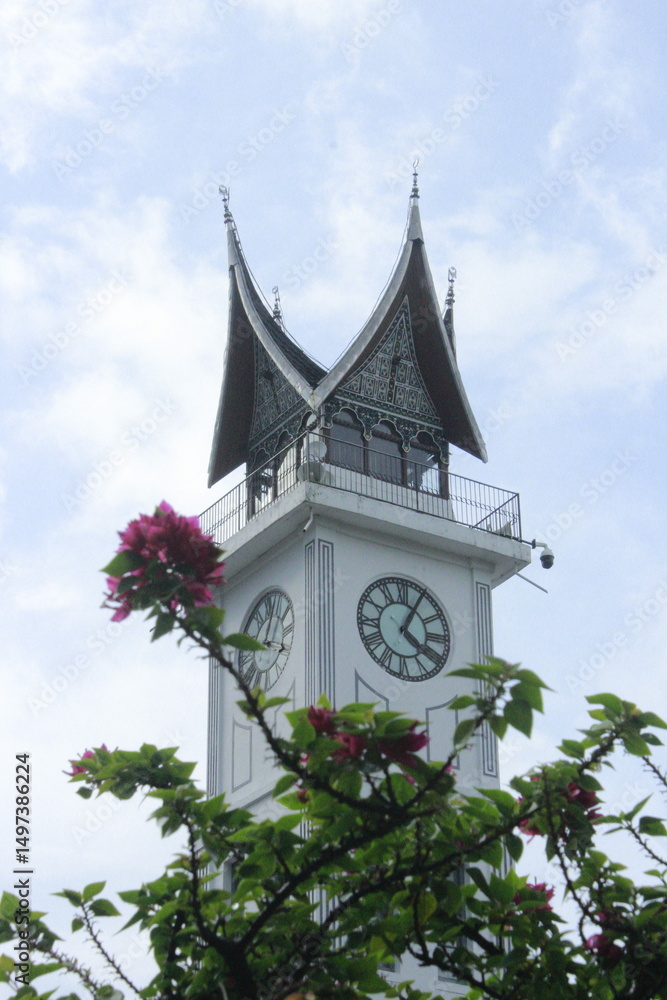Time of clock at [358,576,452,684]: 4:04
